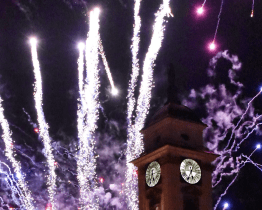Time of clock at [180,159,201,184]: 5:34
